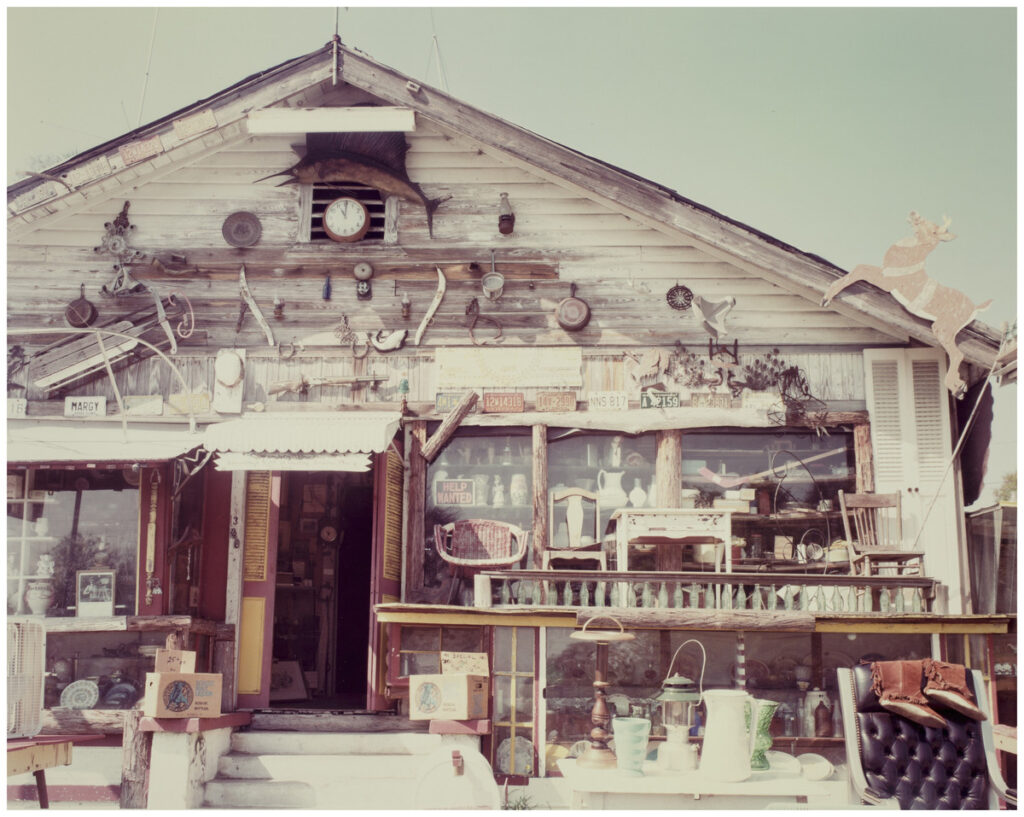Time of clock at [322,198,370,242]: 11:00
